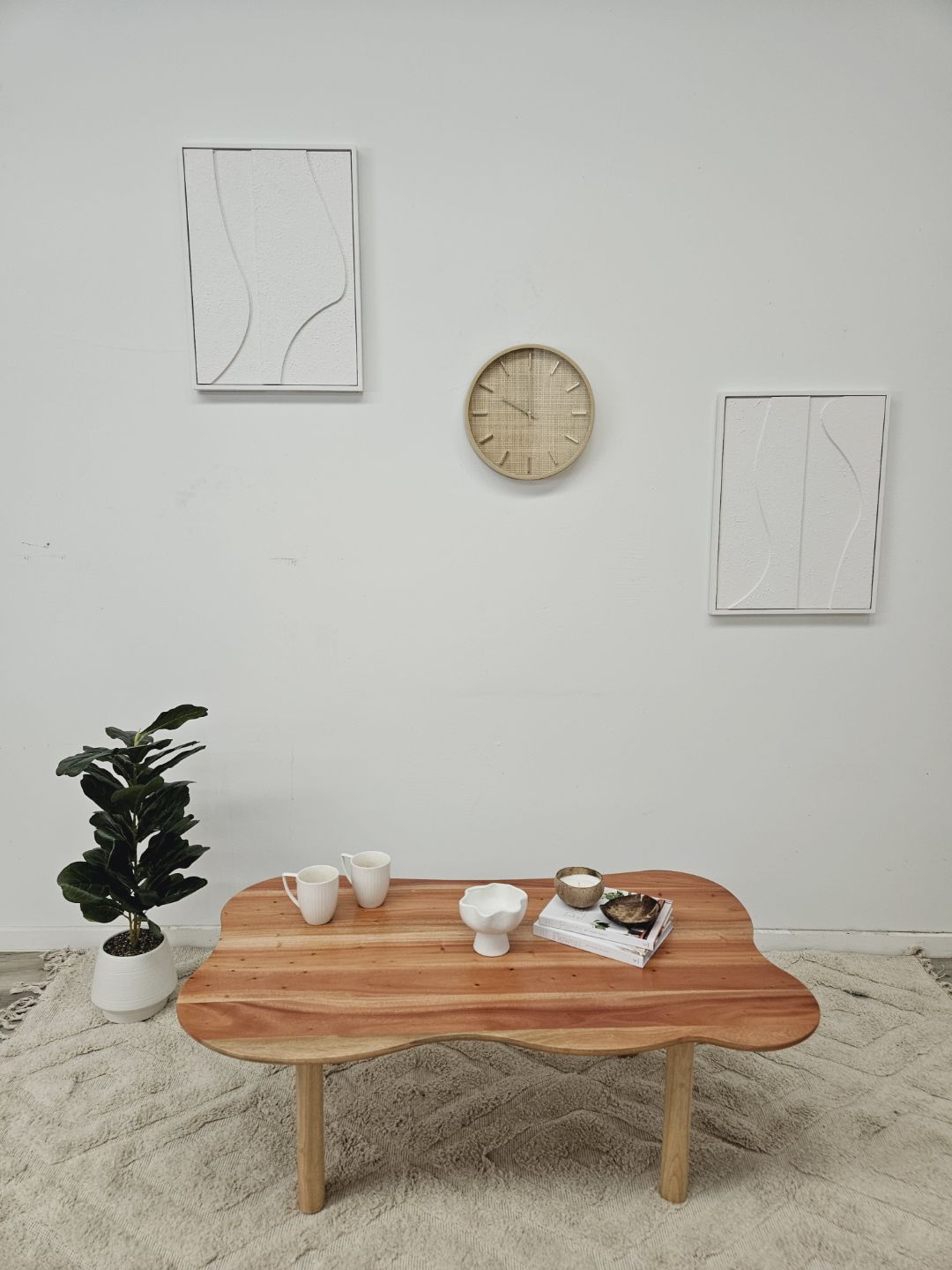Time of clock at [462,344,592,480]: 10:00
